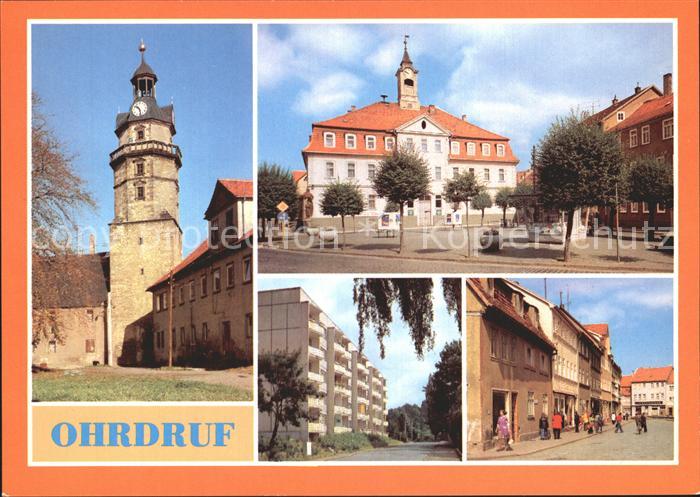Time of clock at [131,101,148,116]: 10:28
